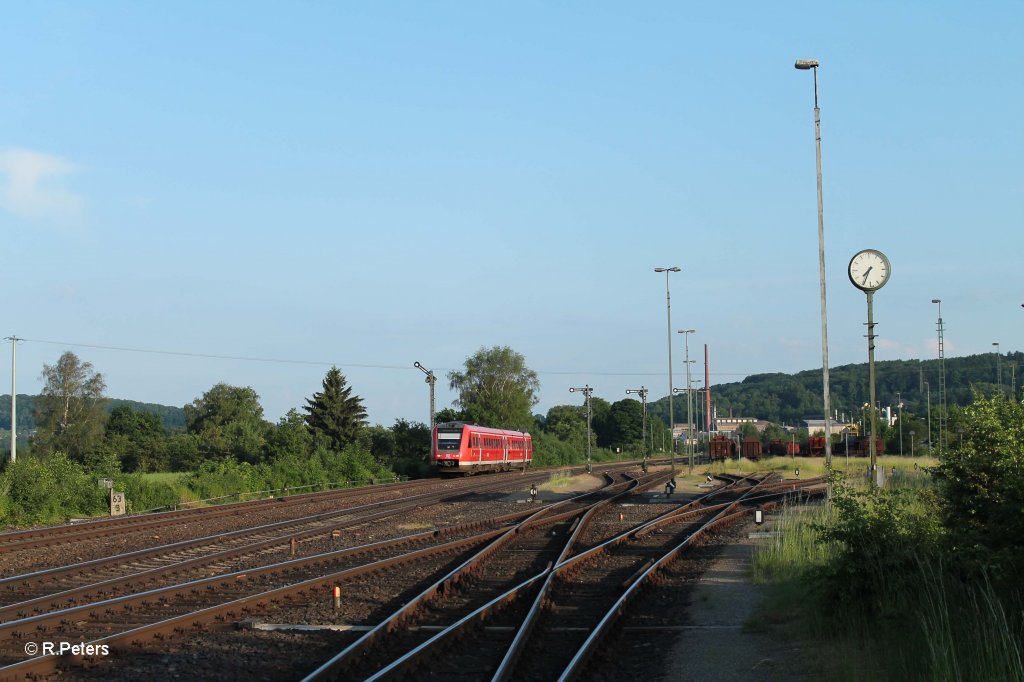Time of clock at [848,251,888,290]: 7:34
